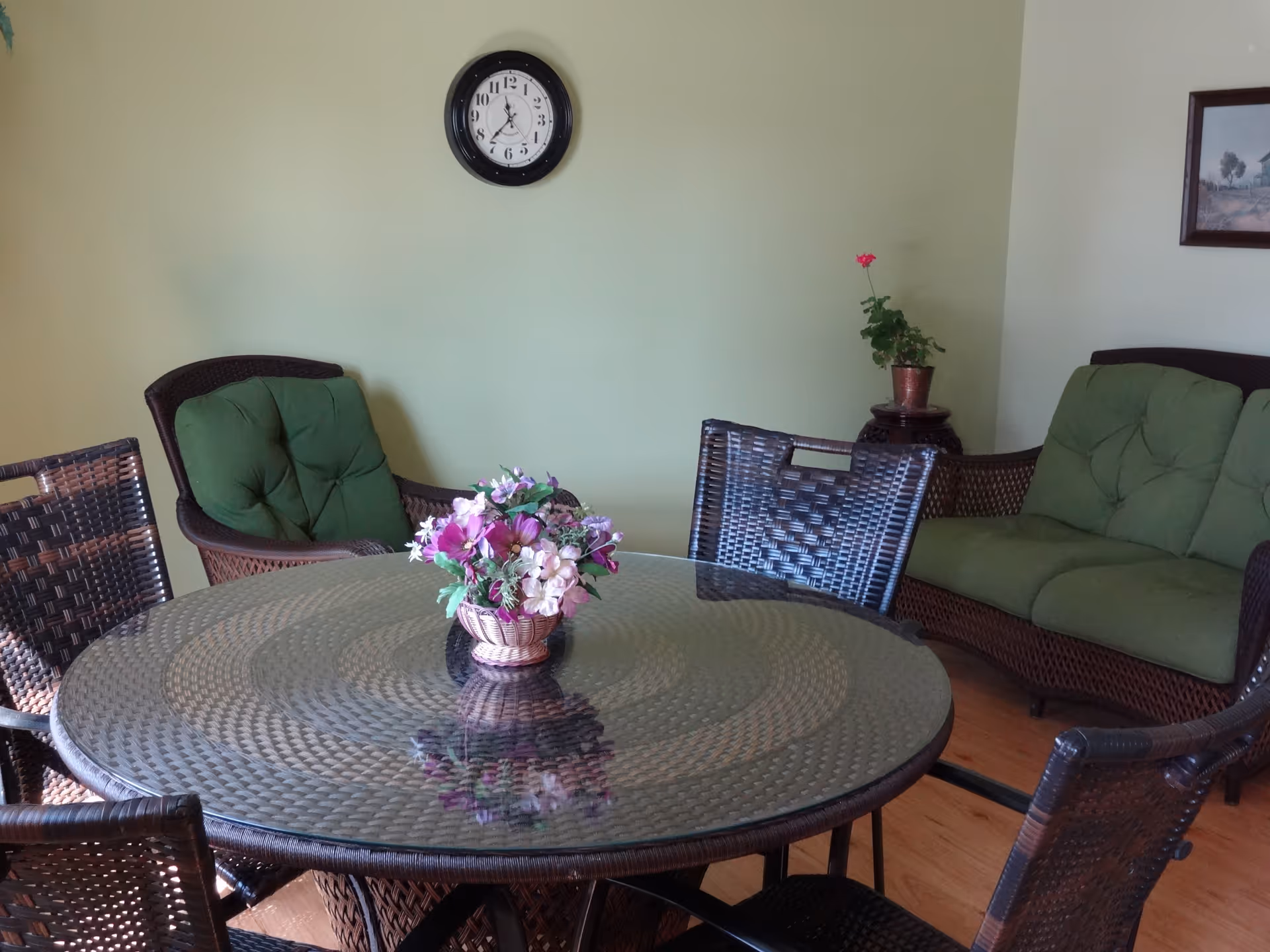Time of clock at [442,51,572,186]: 11:36
